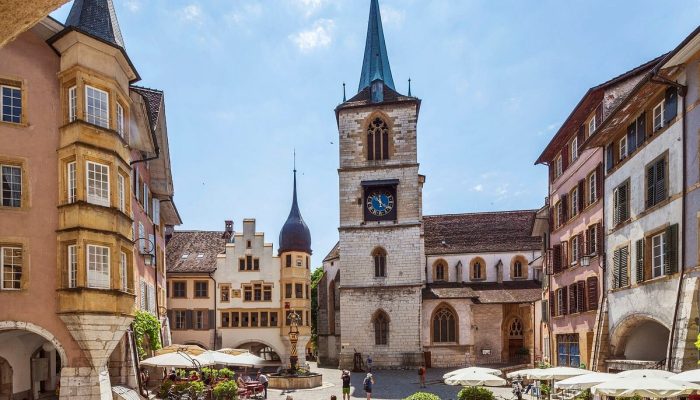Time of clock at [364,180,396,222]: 11:22
